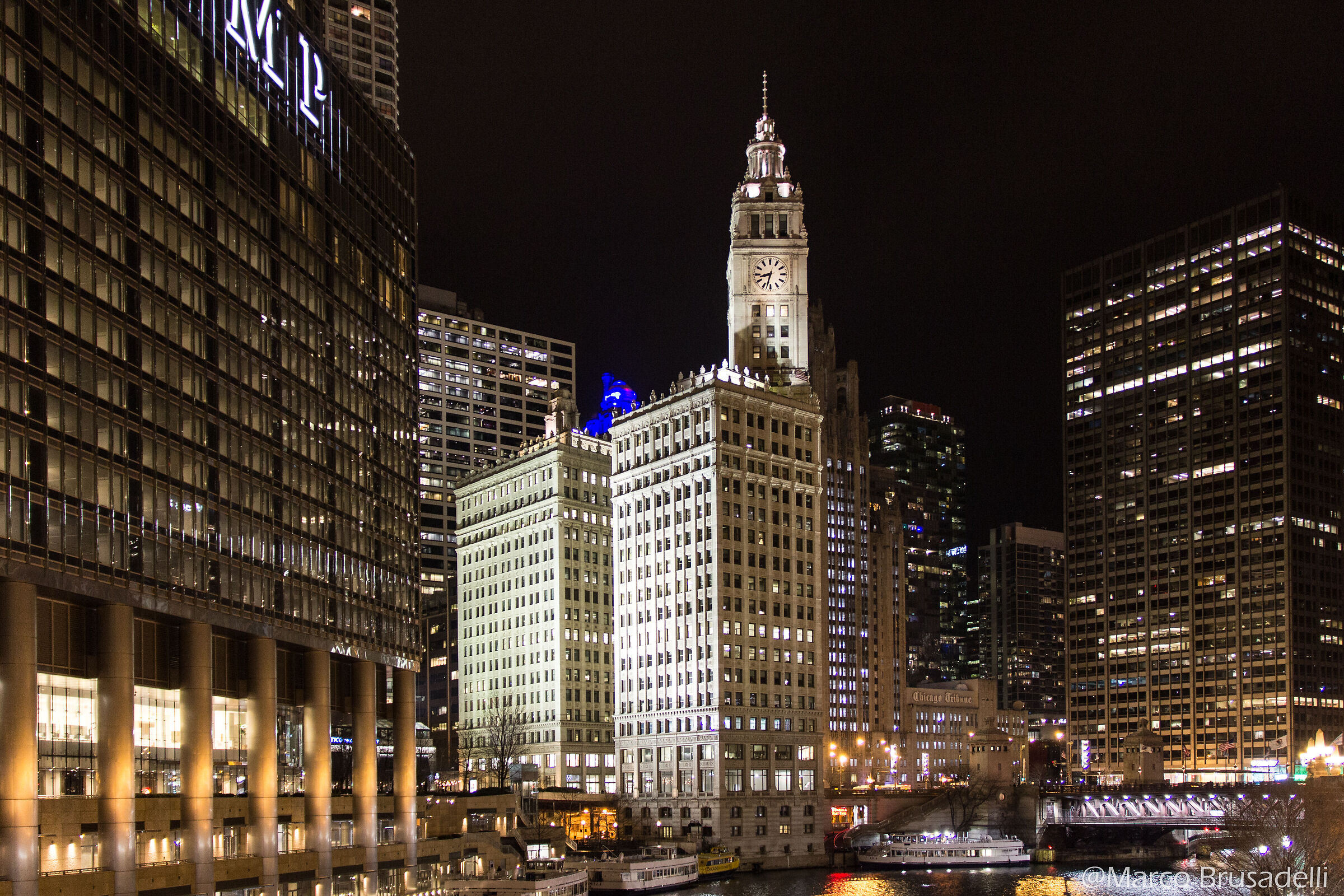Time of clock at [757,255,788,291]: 8:32
